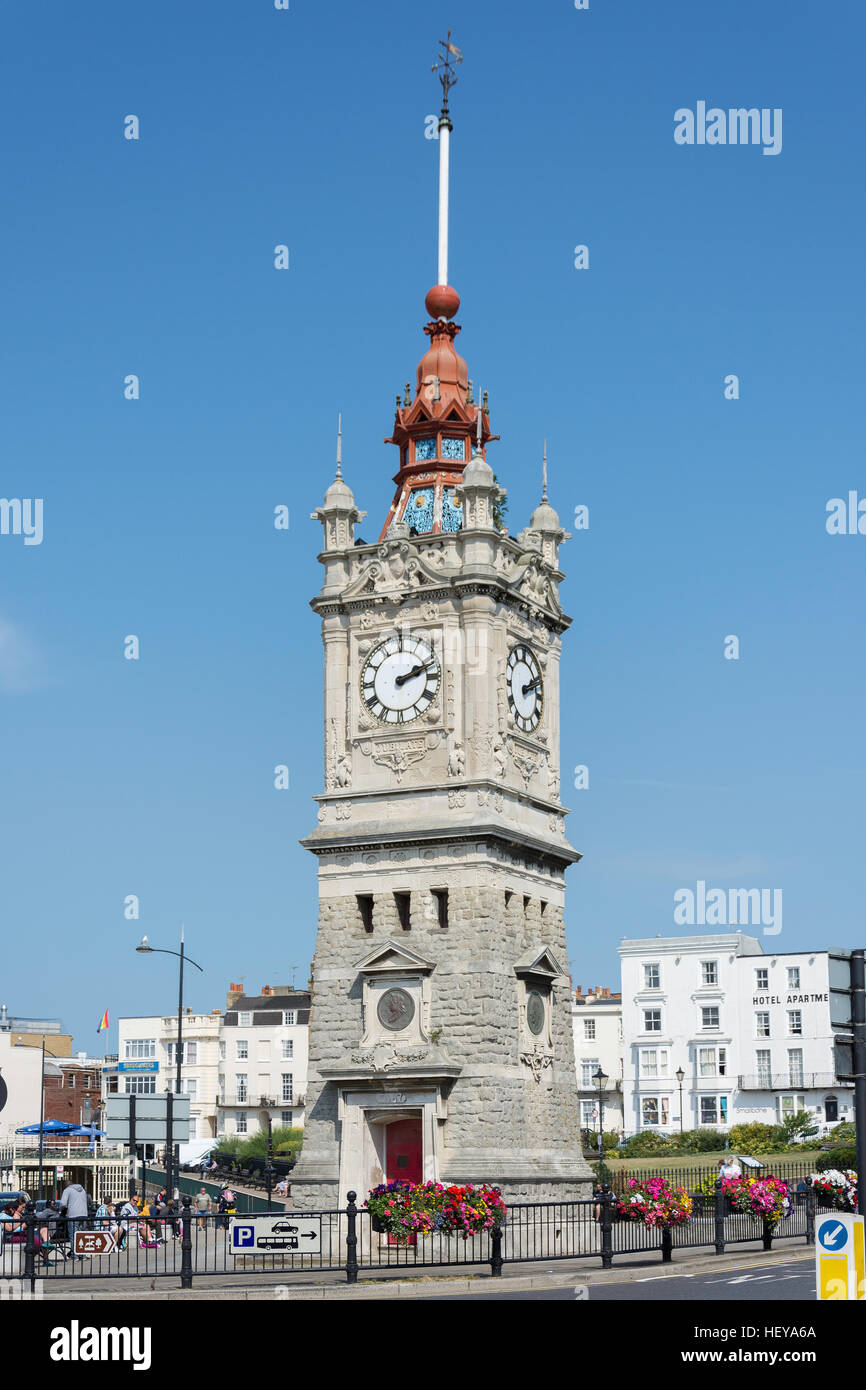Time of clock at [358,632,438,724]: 2:12
